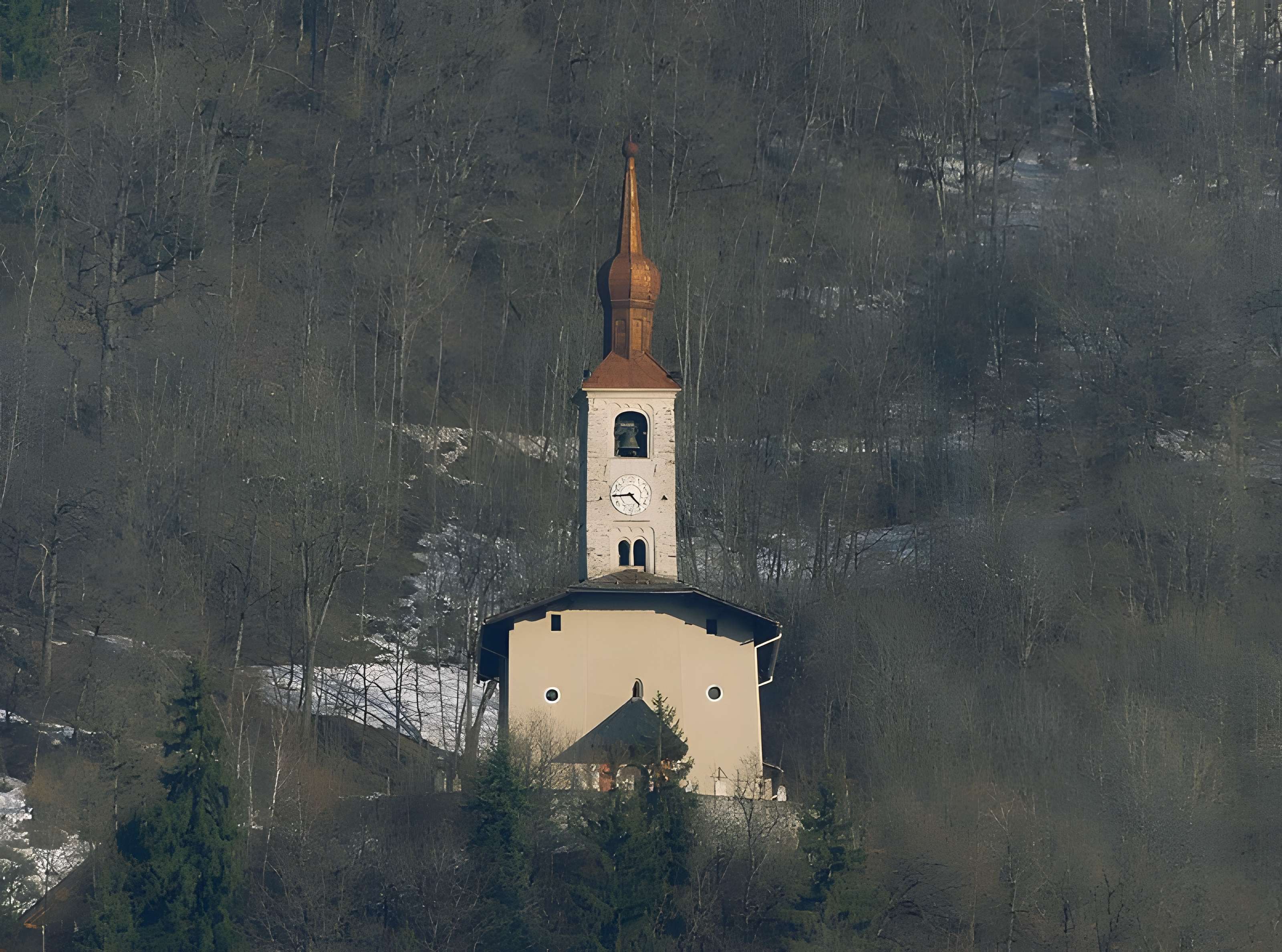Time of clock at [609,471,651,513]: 4:44
